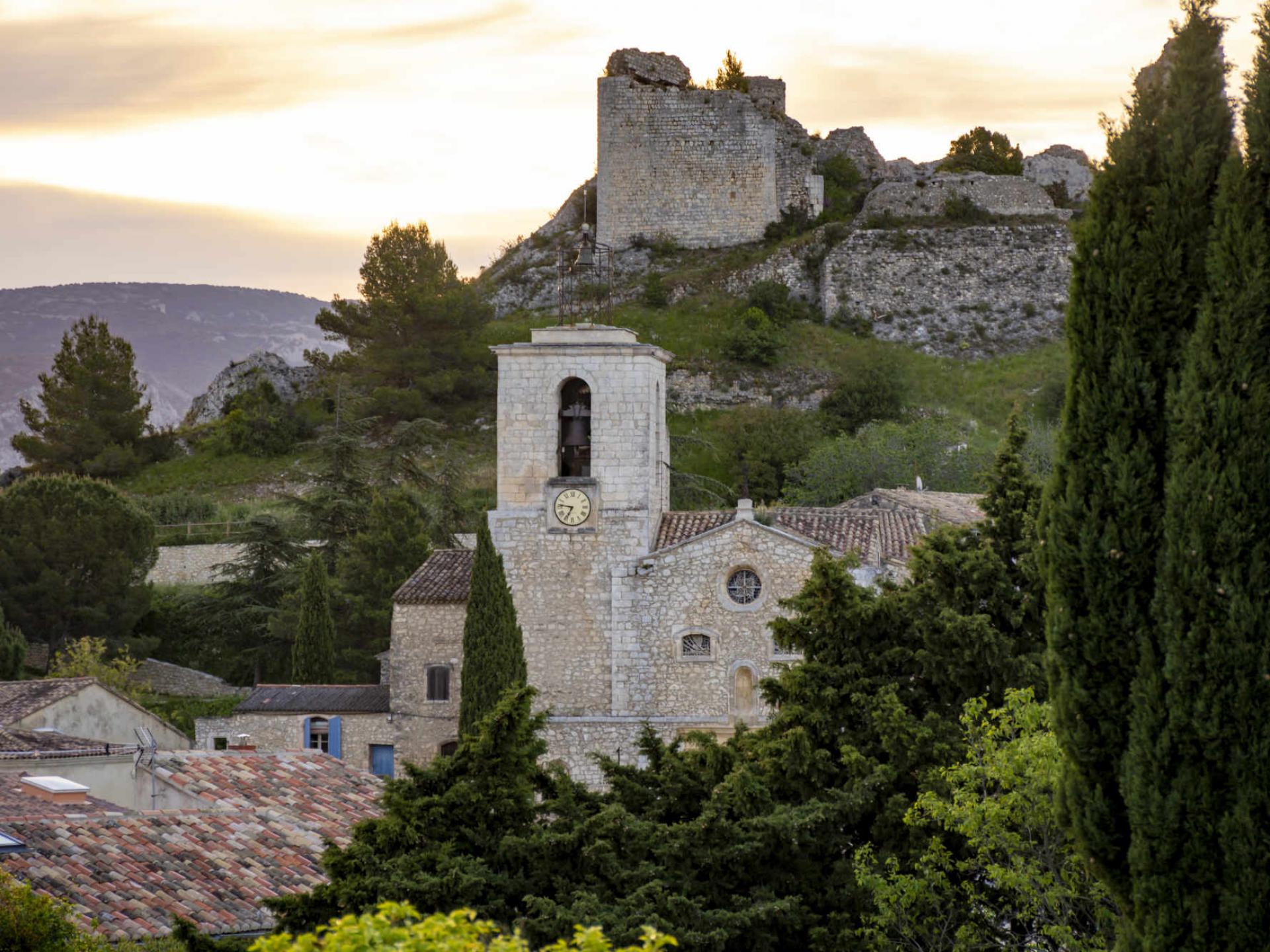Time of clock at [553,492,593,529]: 6:46
